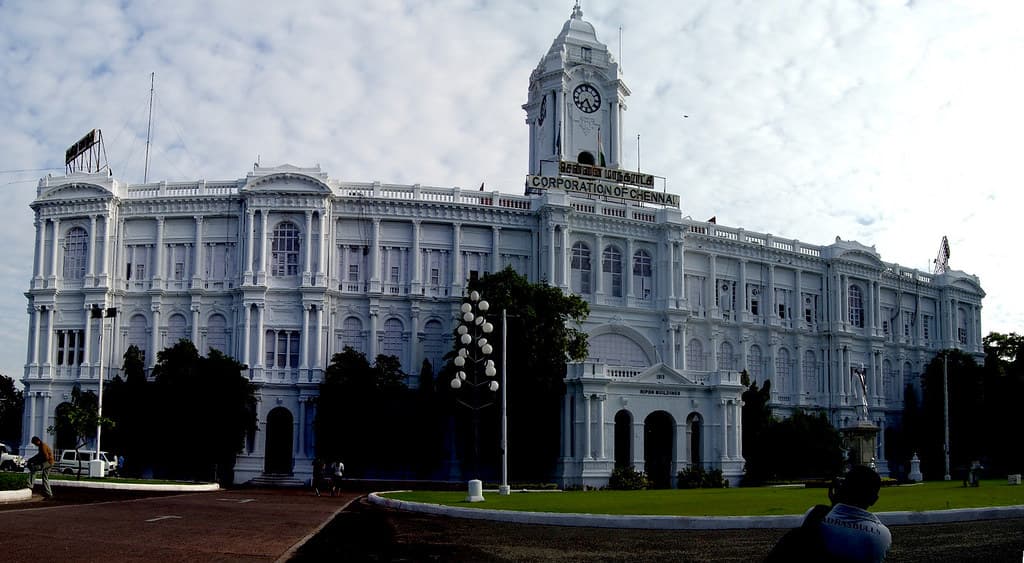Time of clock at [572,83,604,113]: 7:25
